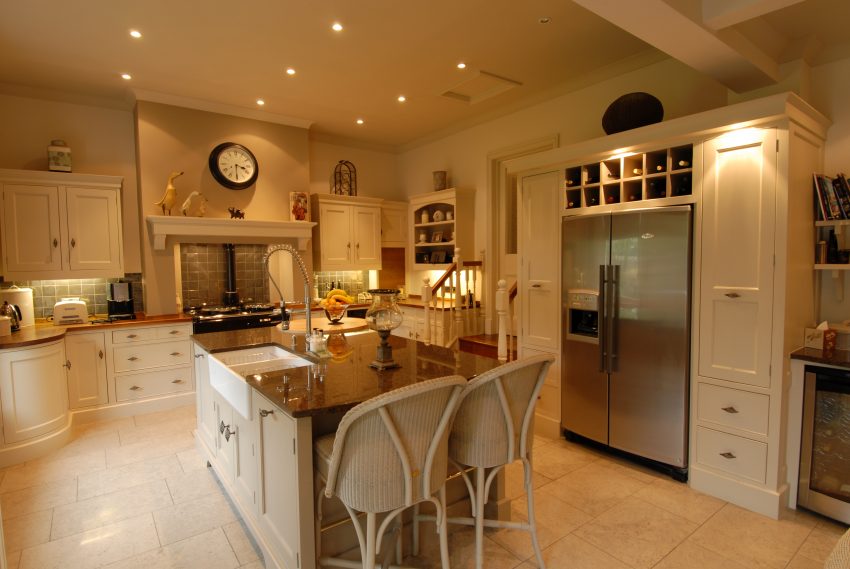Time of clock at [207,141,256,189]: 3:29
